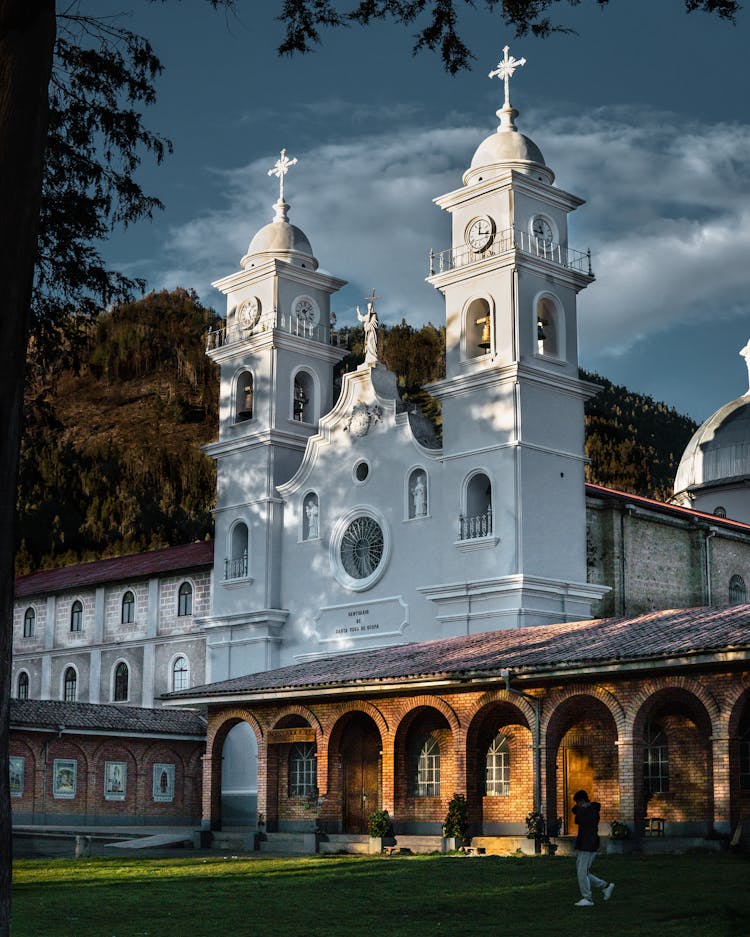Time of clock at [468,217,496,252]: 12:16
